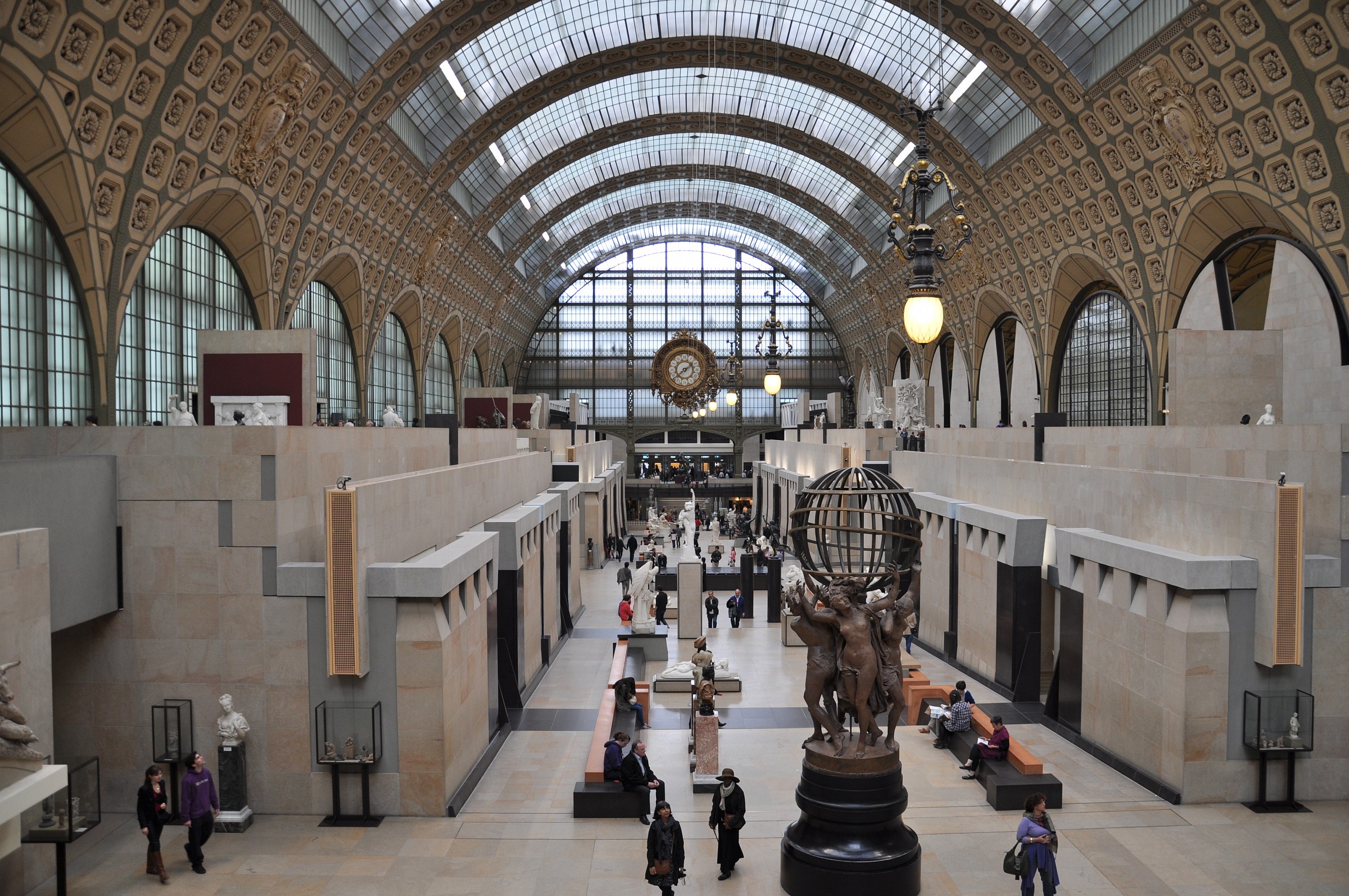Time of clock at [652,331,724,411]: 1:38
